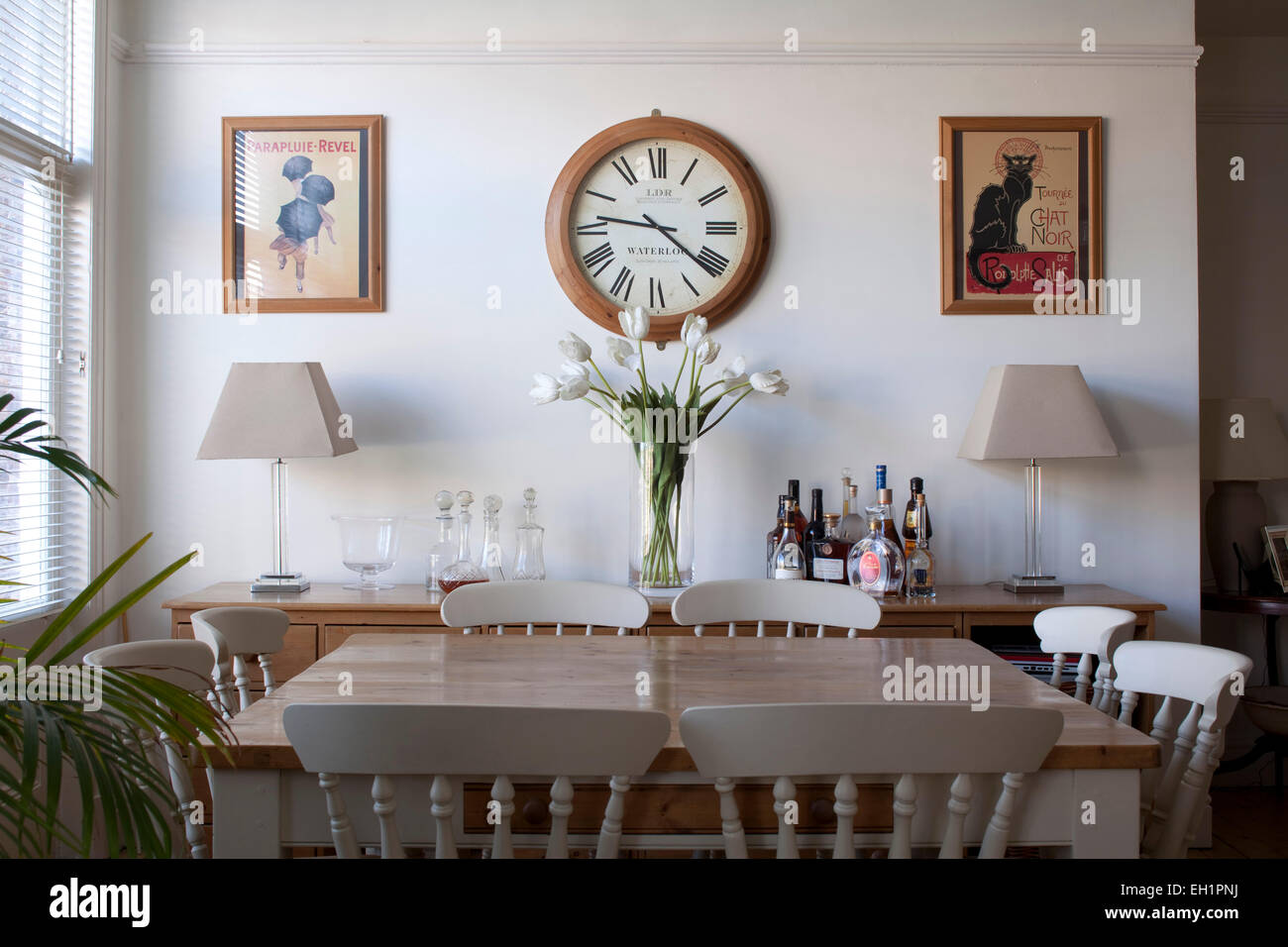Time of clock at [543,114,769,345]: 9:21
